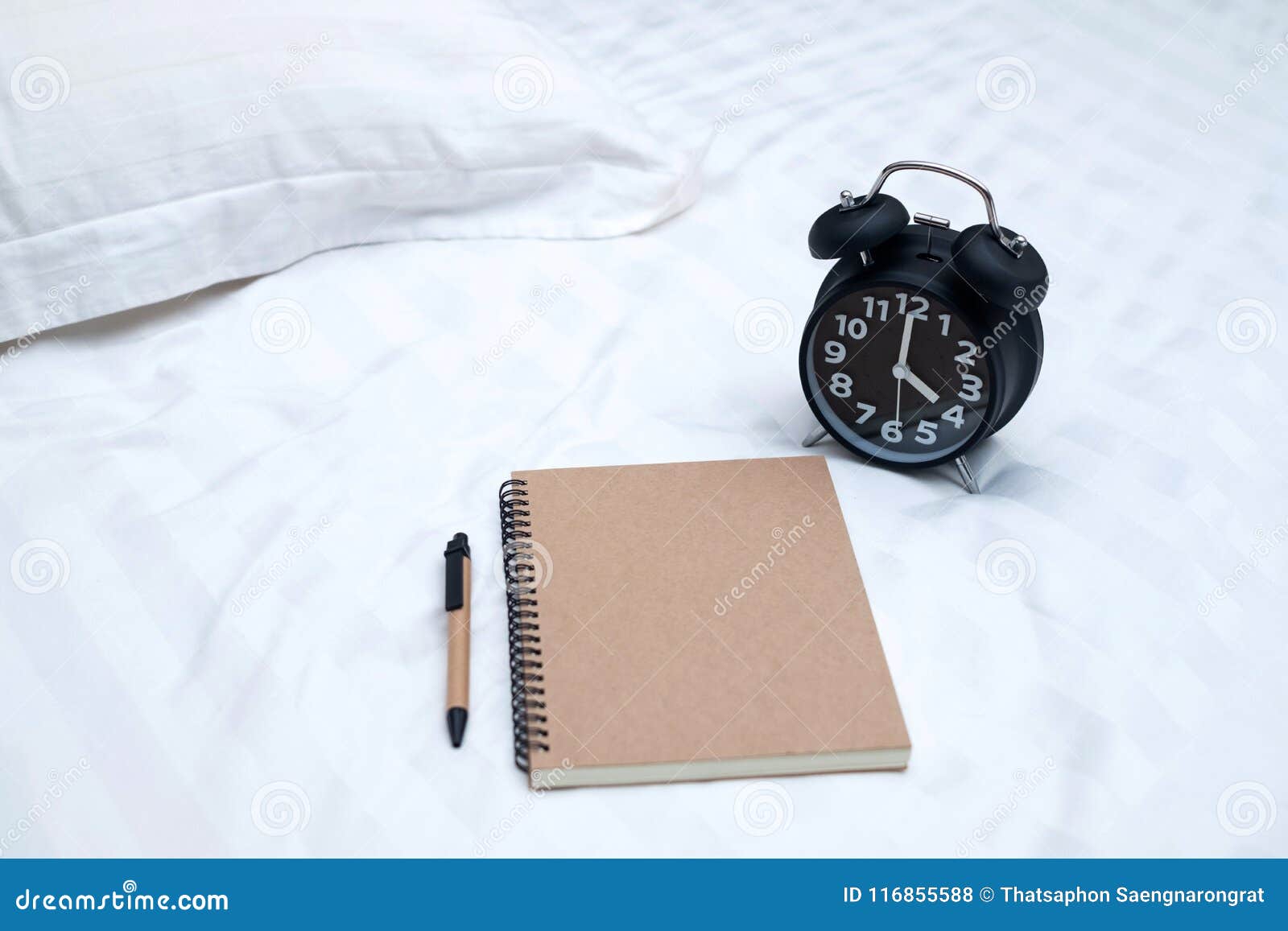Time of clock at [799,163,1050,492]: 4:00
